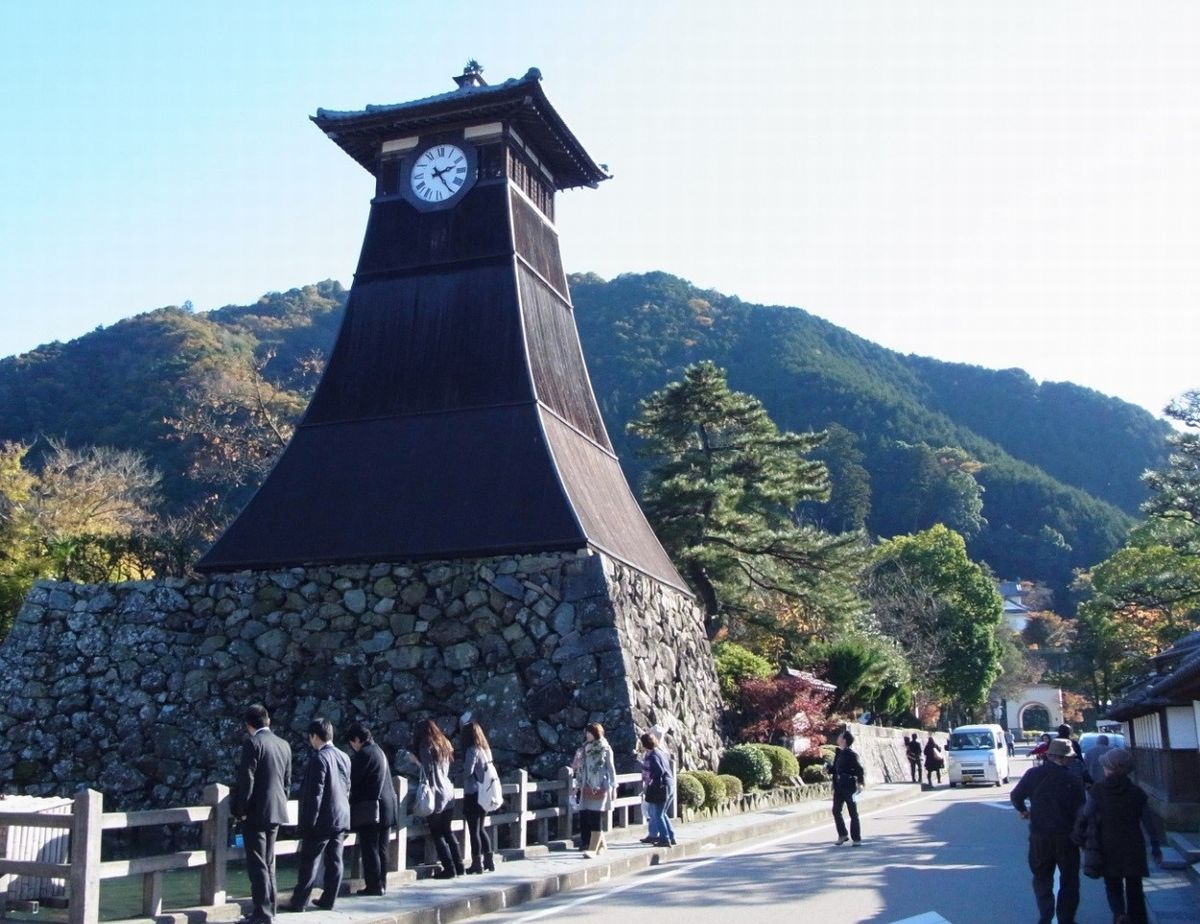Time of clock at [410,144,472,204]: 2:24
